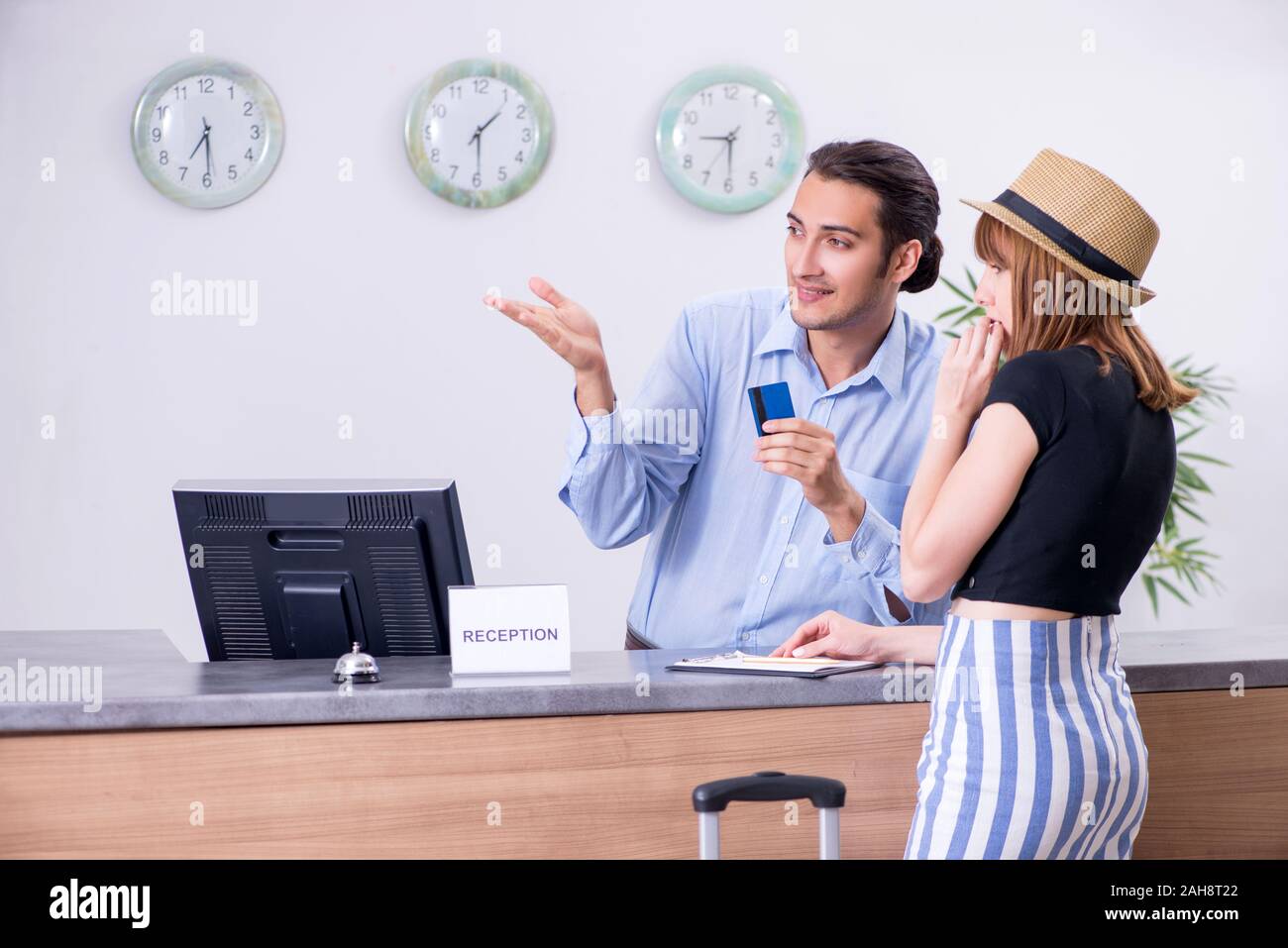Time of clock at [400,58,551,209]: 1:29
